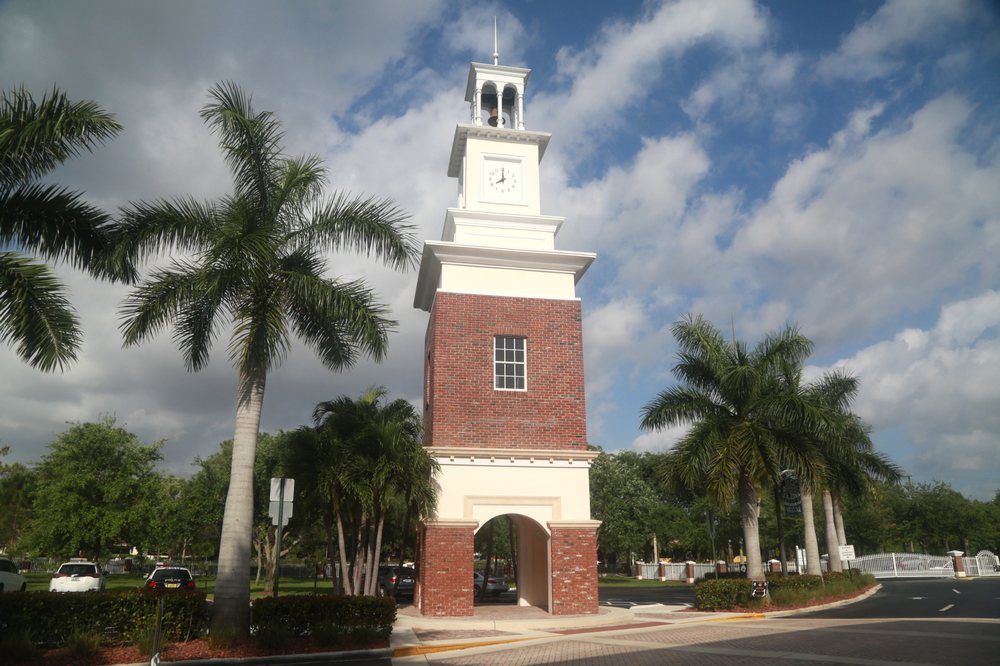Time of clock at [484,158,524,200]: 8:00
